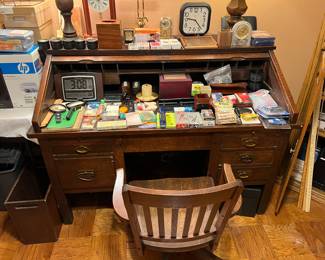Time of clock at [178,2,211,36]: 9:22
